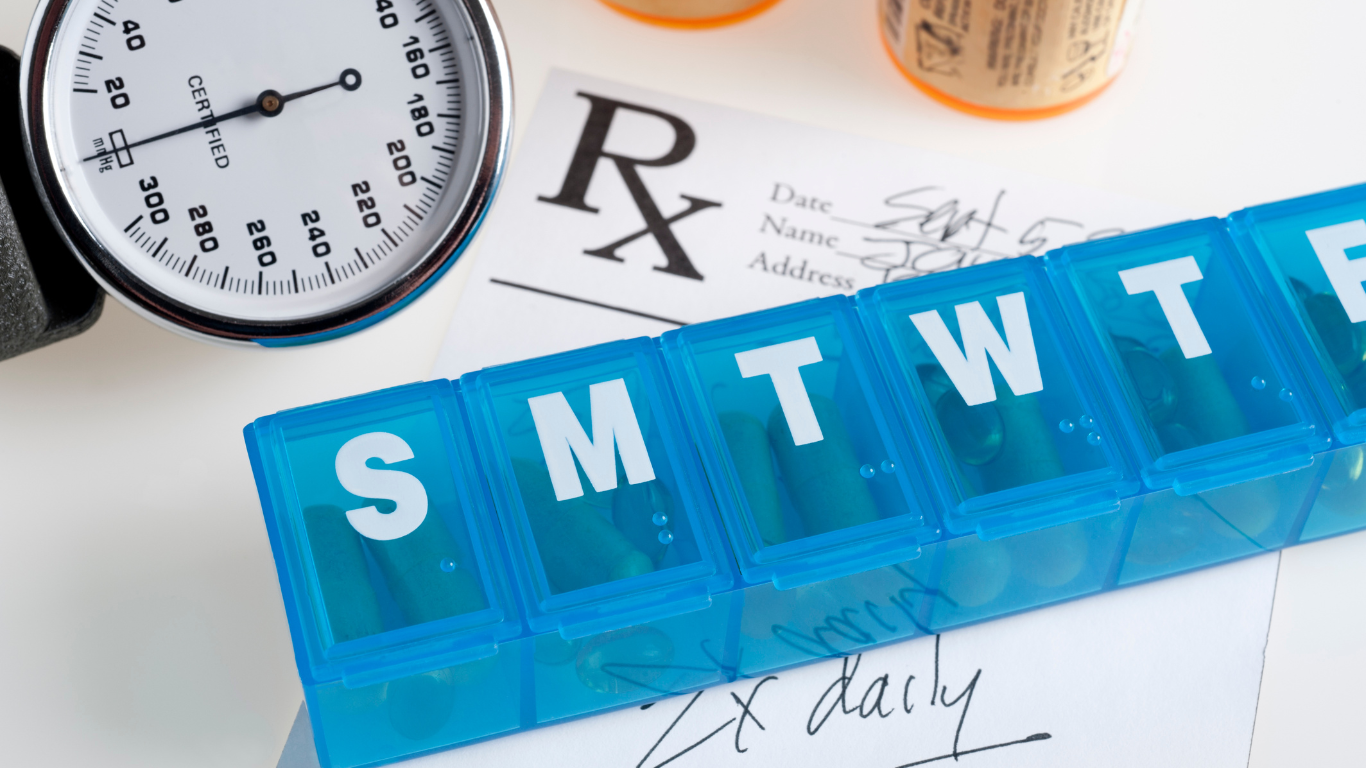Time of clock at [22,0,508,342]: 8:44
